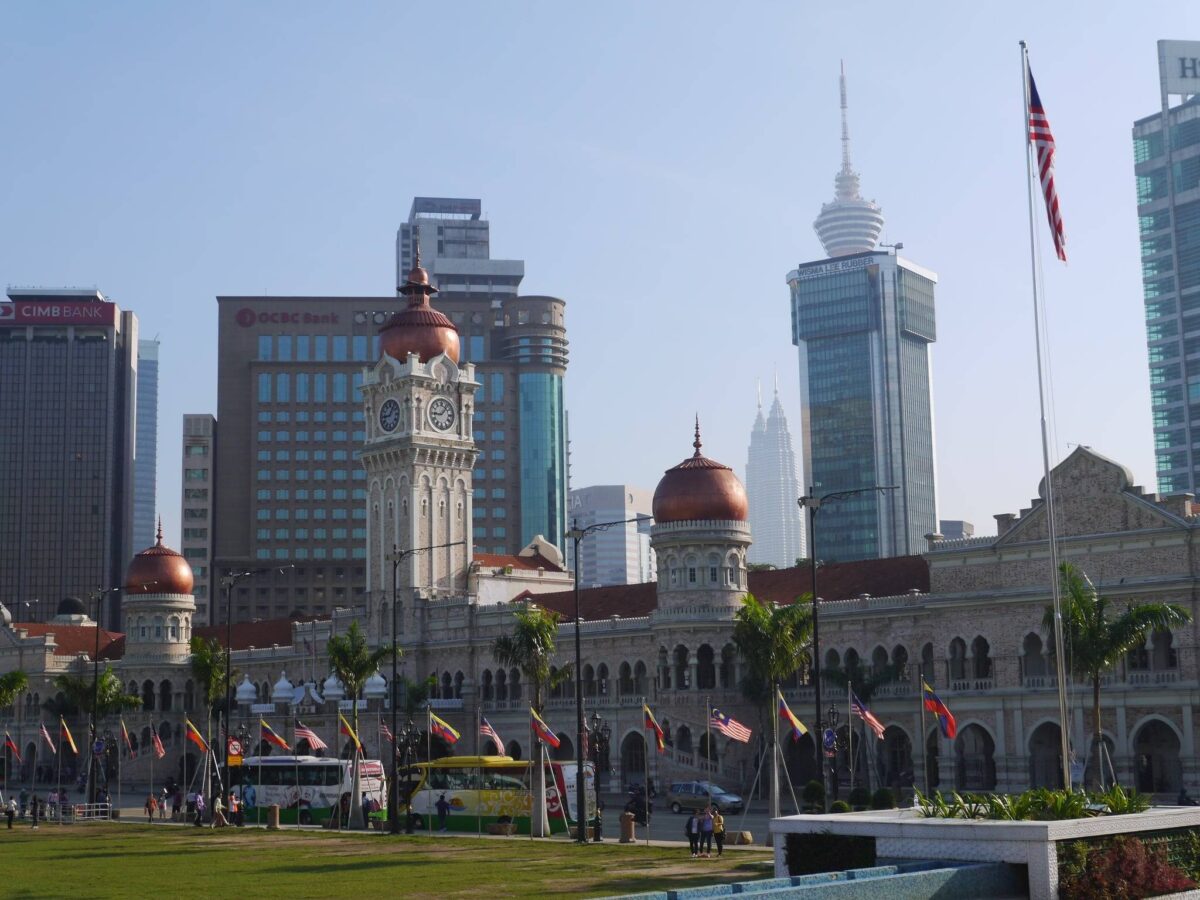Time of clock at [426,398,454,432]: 9:07
